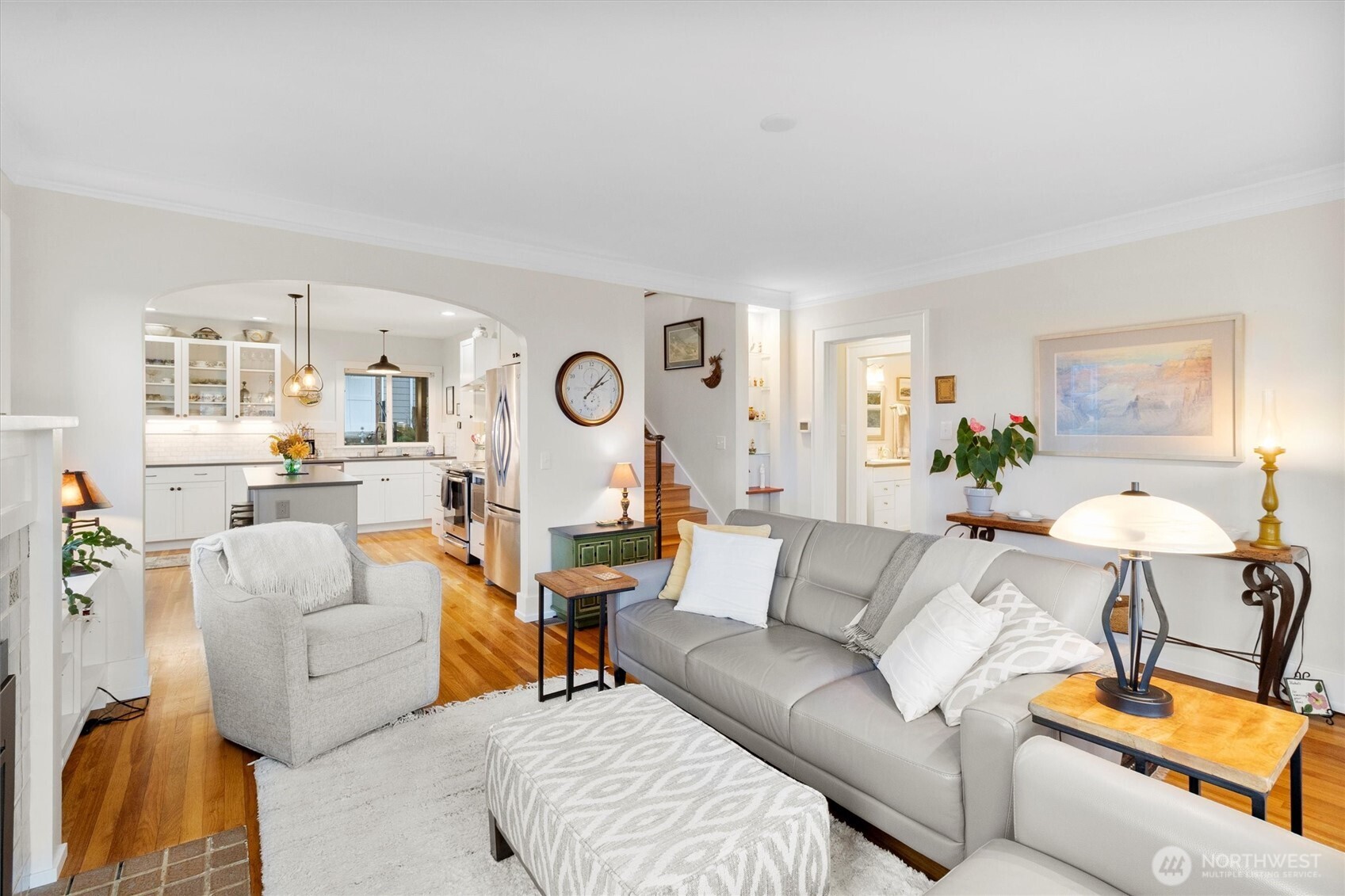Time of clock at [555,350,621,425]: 2:07
